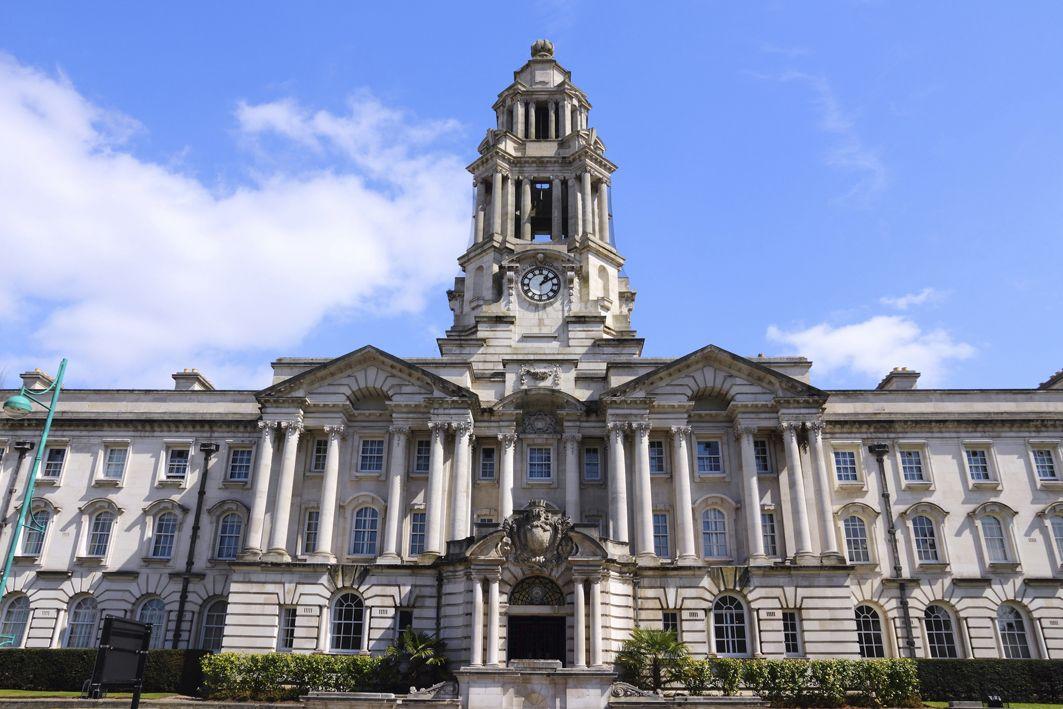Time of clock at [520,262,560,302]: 1:09
